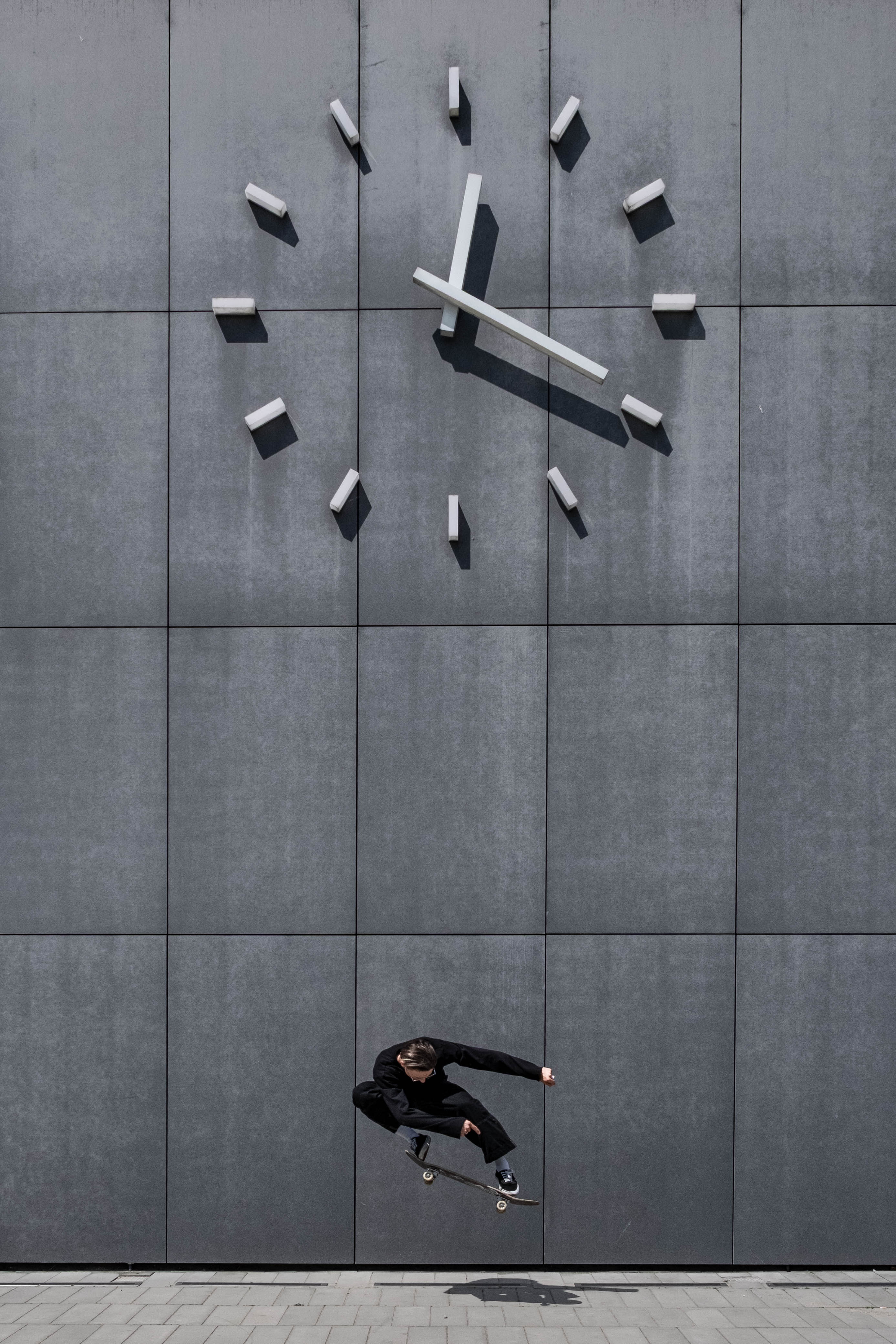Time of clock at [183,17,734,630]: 12:19
